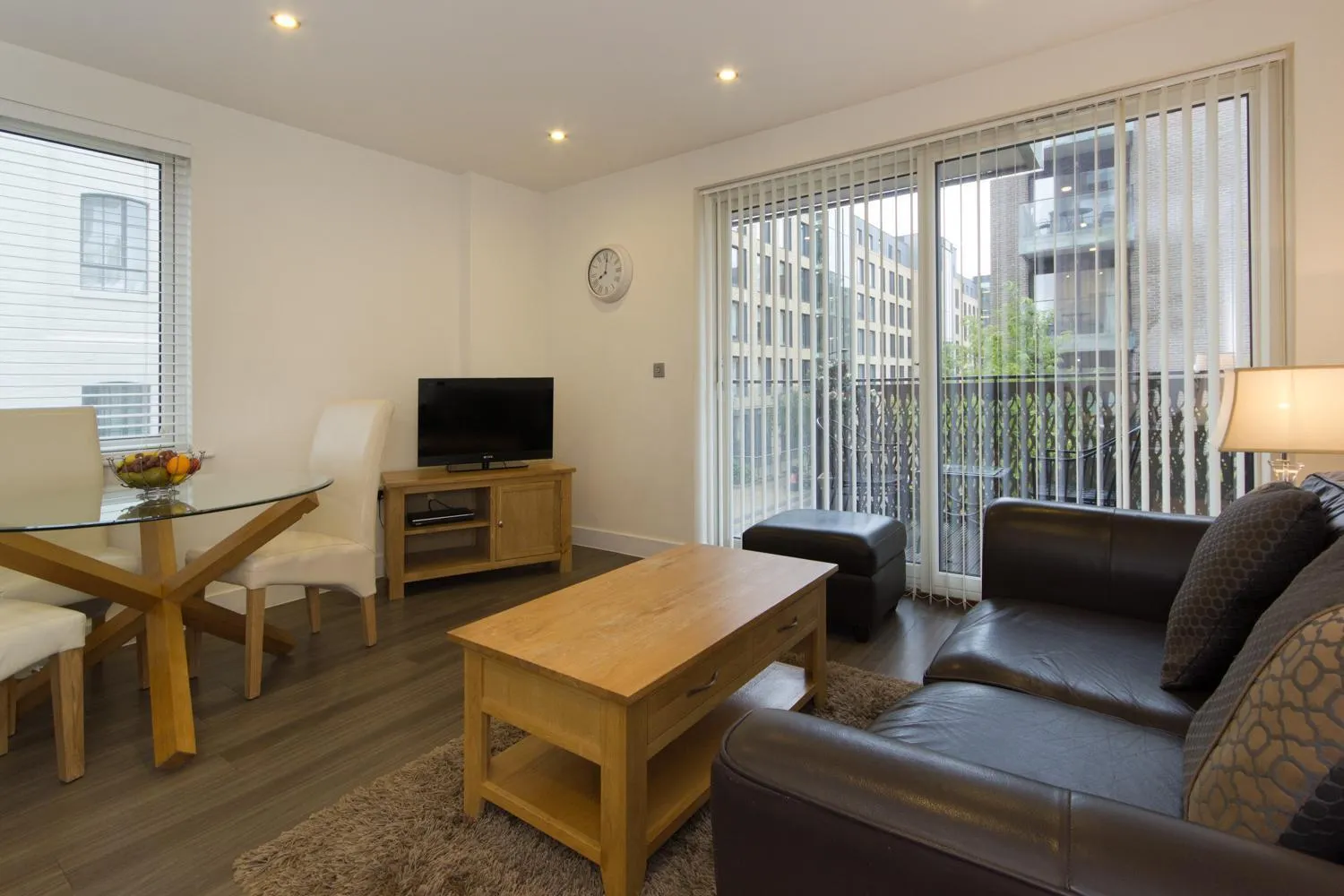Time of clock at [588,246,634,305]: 8:01
